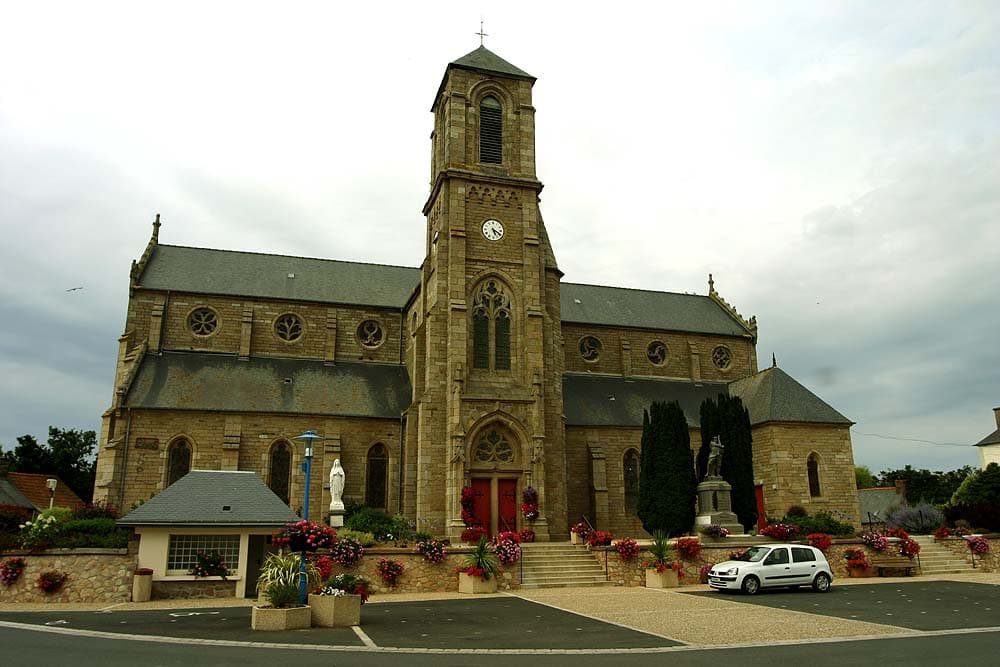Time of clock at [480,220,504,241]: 5:19
